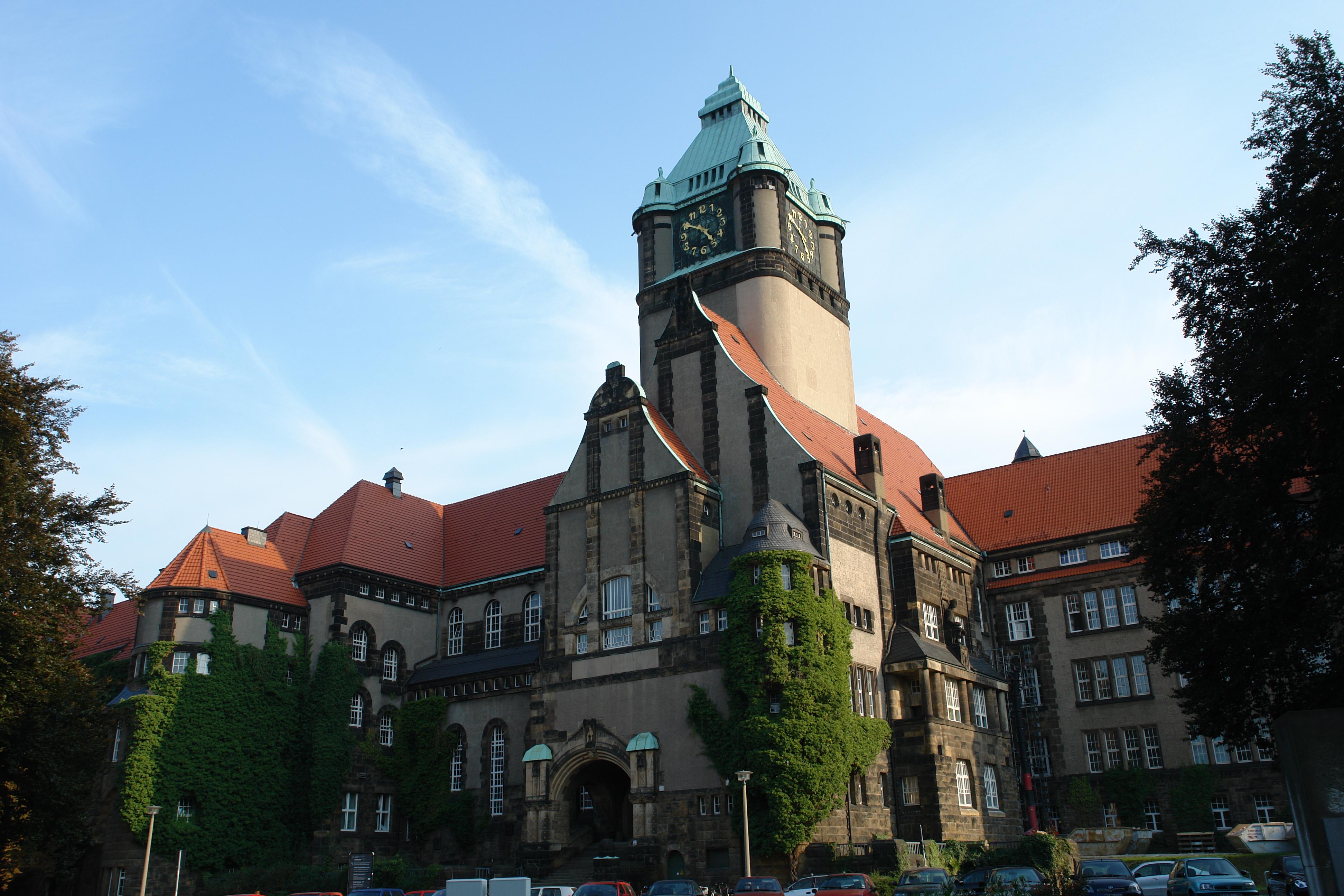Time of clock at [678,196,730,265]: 4:50
